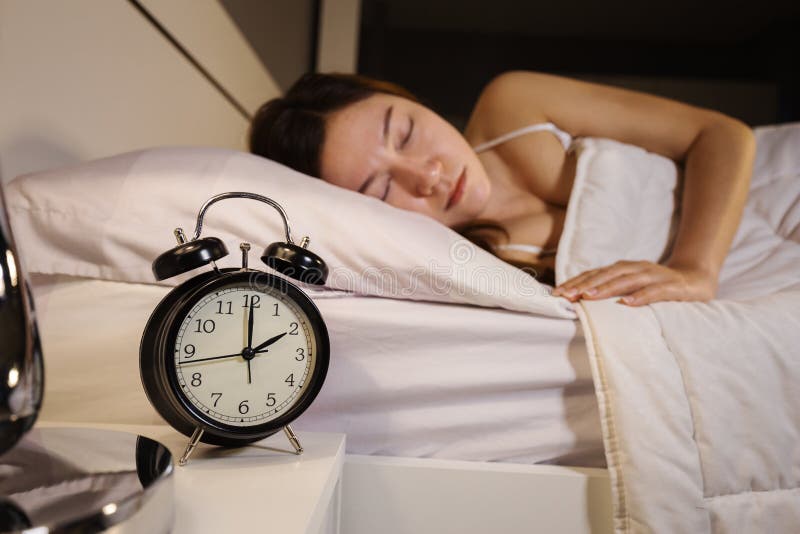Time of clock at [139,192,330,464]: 2:00
